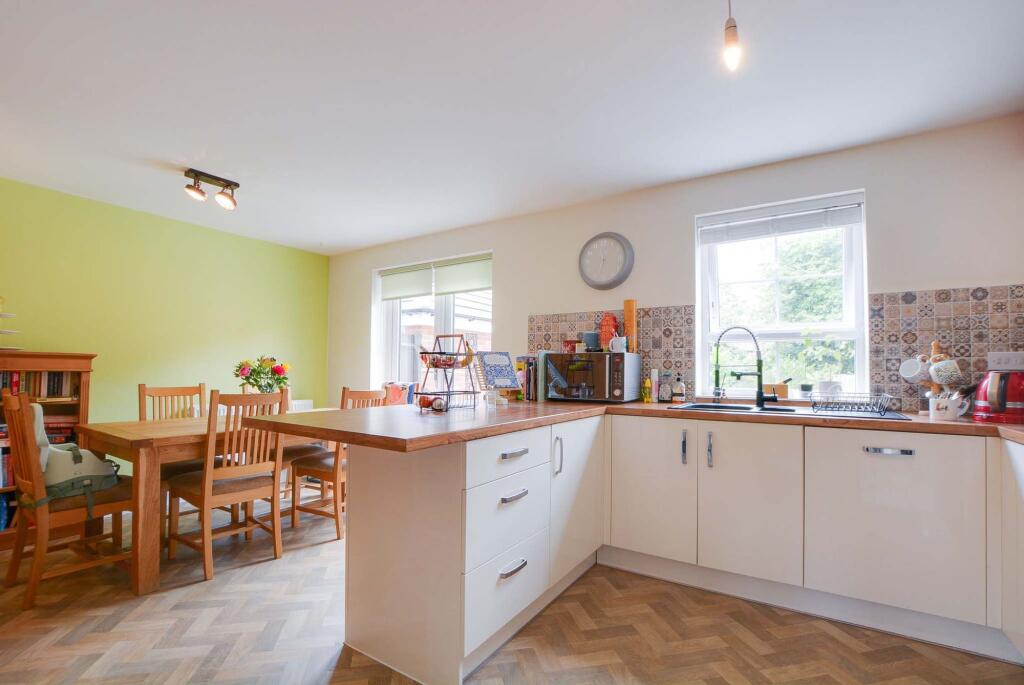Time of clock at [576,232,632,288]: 11:32
